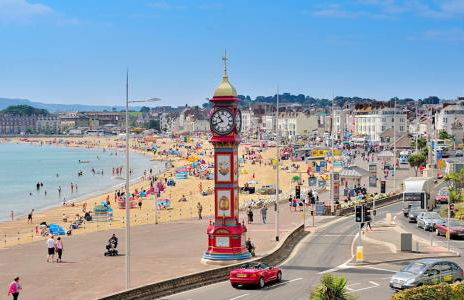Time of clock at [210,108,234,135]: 10:41
